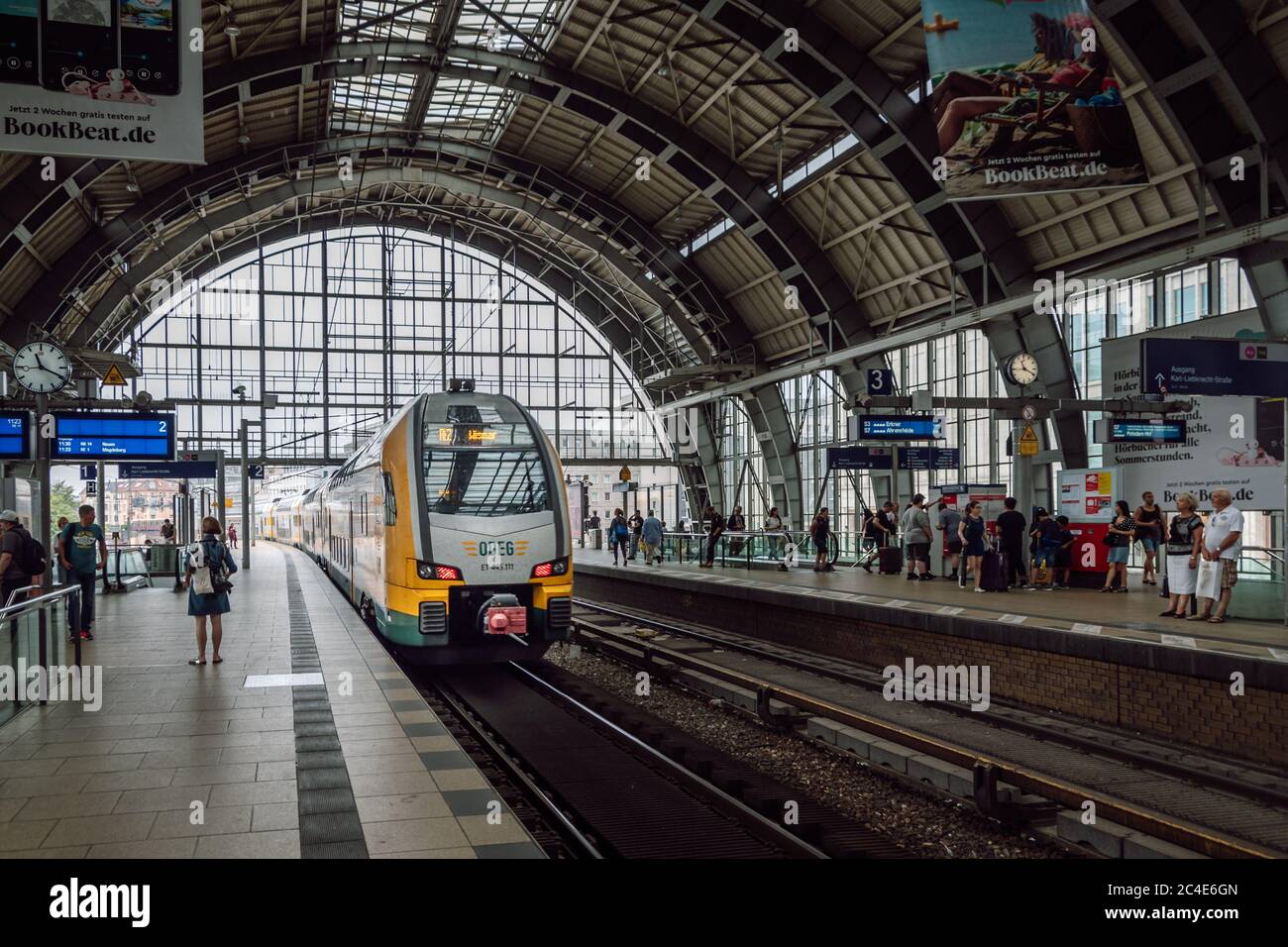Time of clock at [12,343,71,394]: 11:19
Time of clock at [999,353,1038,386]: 11:19
